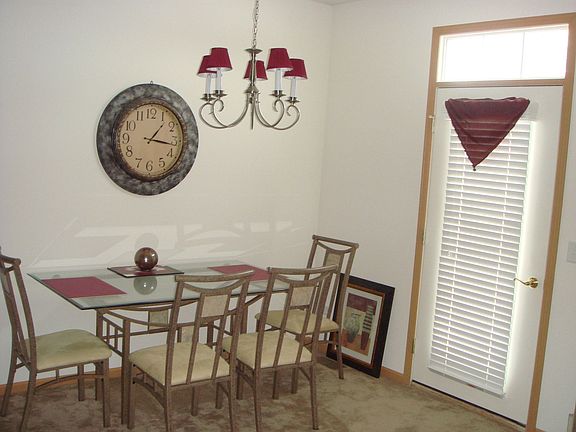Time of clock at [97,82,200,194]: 1:16
